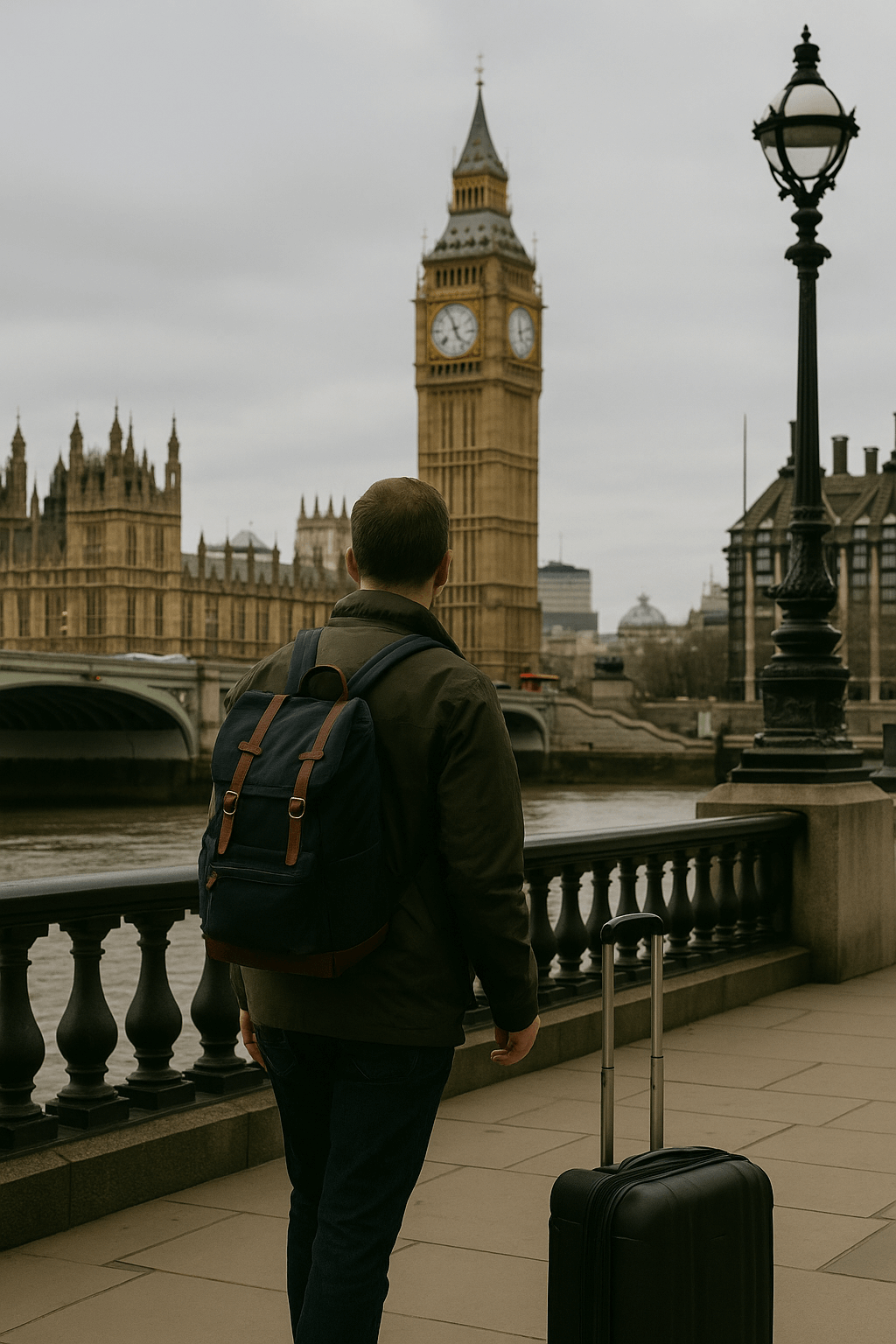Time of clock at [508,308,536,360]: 5:11
